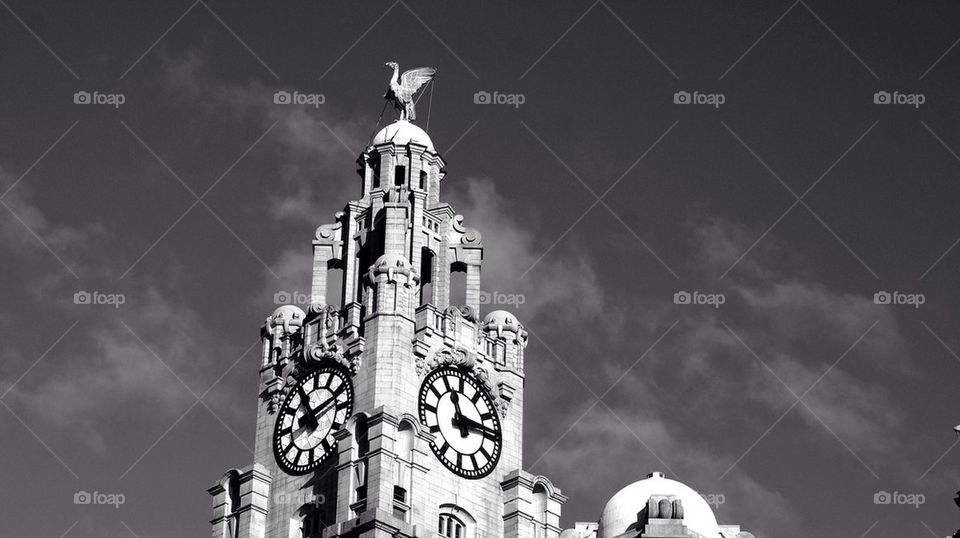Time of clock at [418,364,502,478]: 11:13
